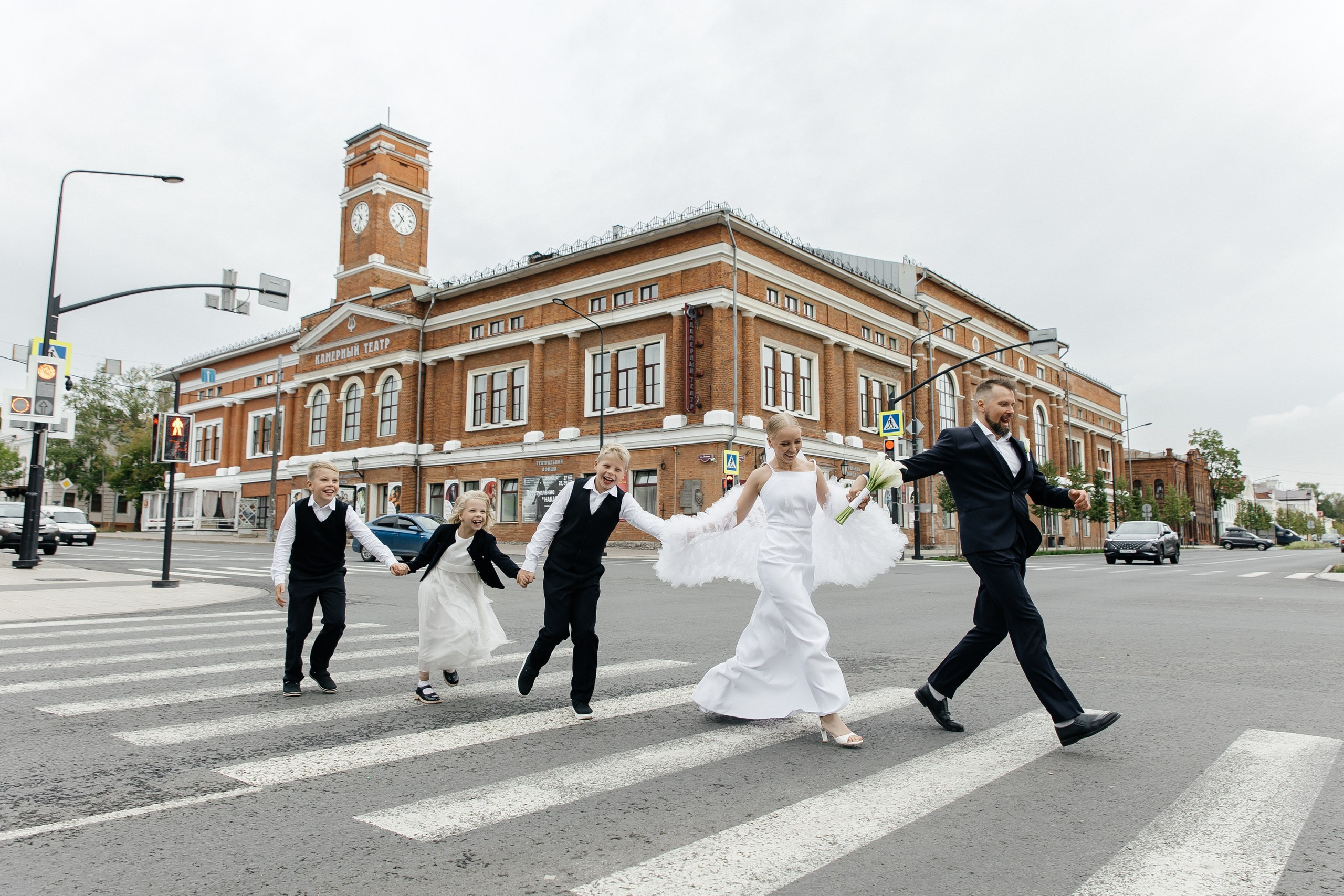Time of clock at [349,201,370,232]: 10:34
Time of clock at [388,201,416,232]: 10:34
